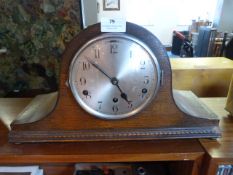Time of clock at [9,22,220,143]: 4:51
